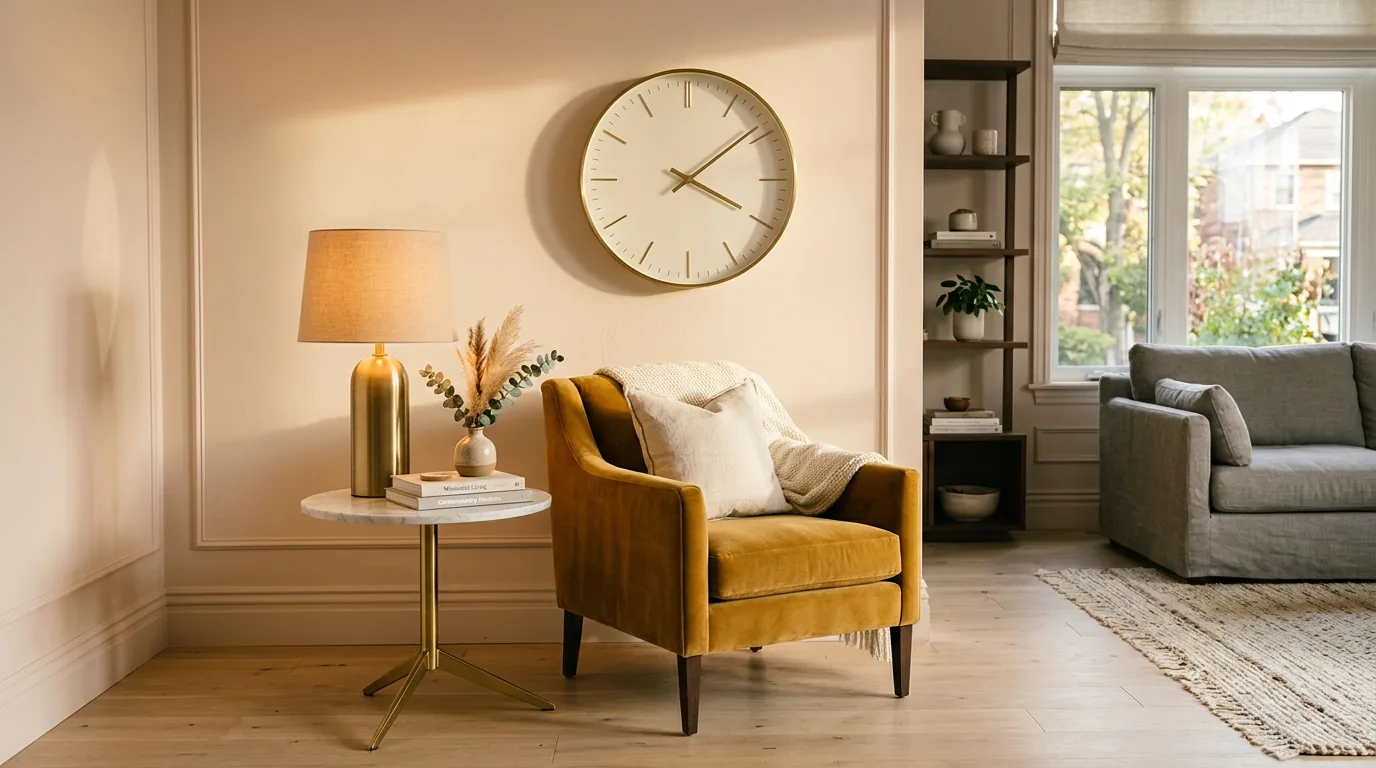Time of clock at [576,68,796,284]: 4:08
